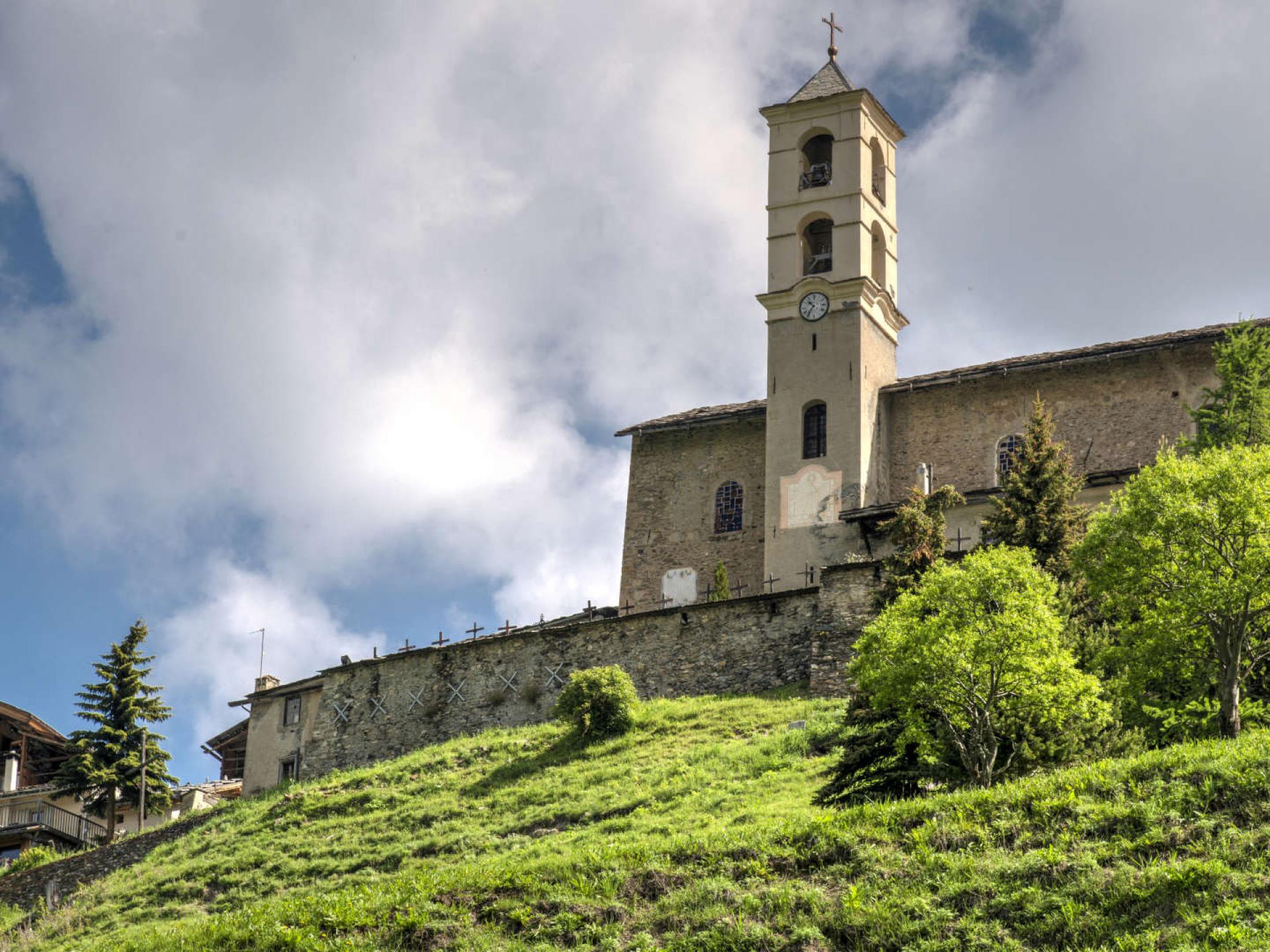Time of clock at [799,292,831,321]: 10:36
